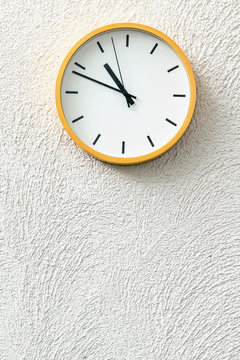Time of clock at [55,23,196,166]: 10:48
